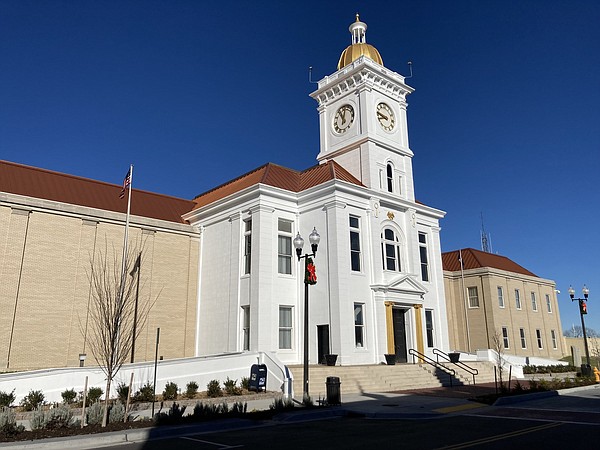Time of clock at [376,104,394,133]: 8:47
